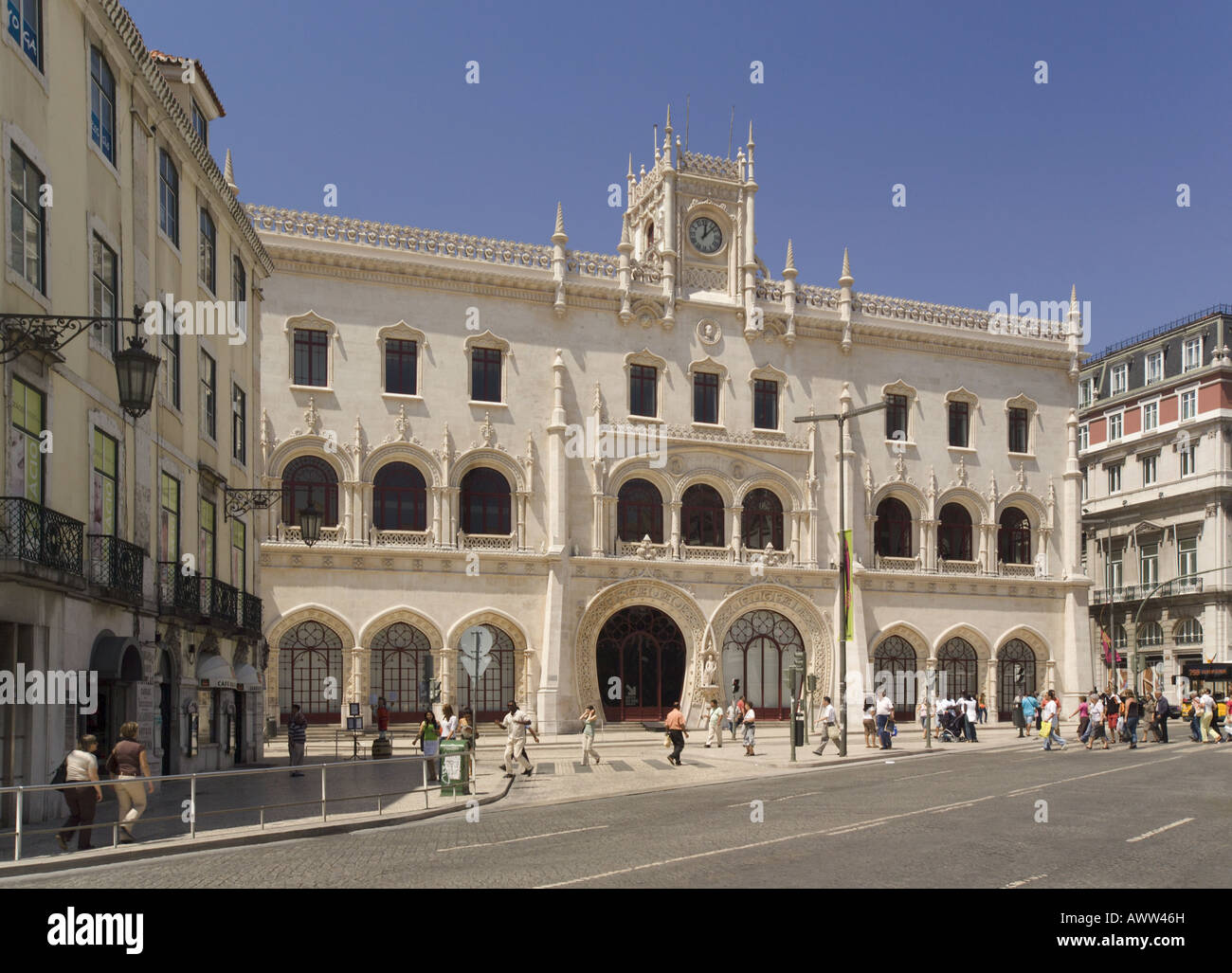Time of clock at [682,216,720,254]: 12:07
